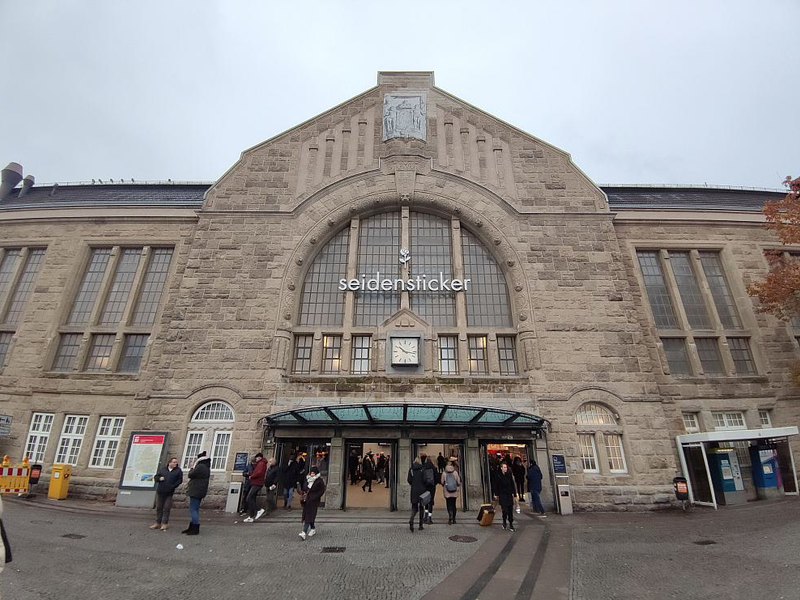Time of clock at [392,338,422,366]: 10:16
